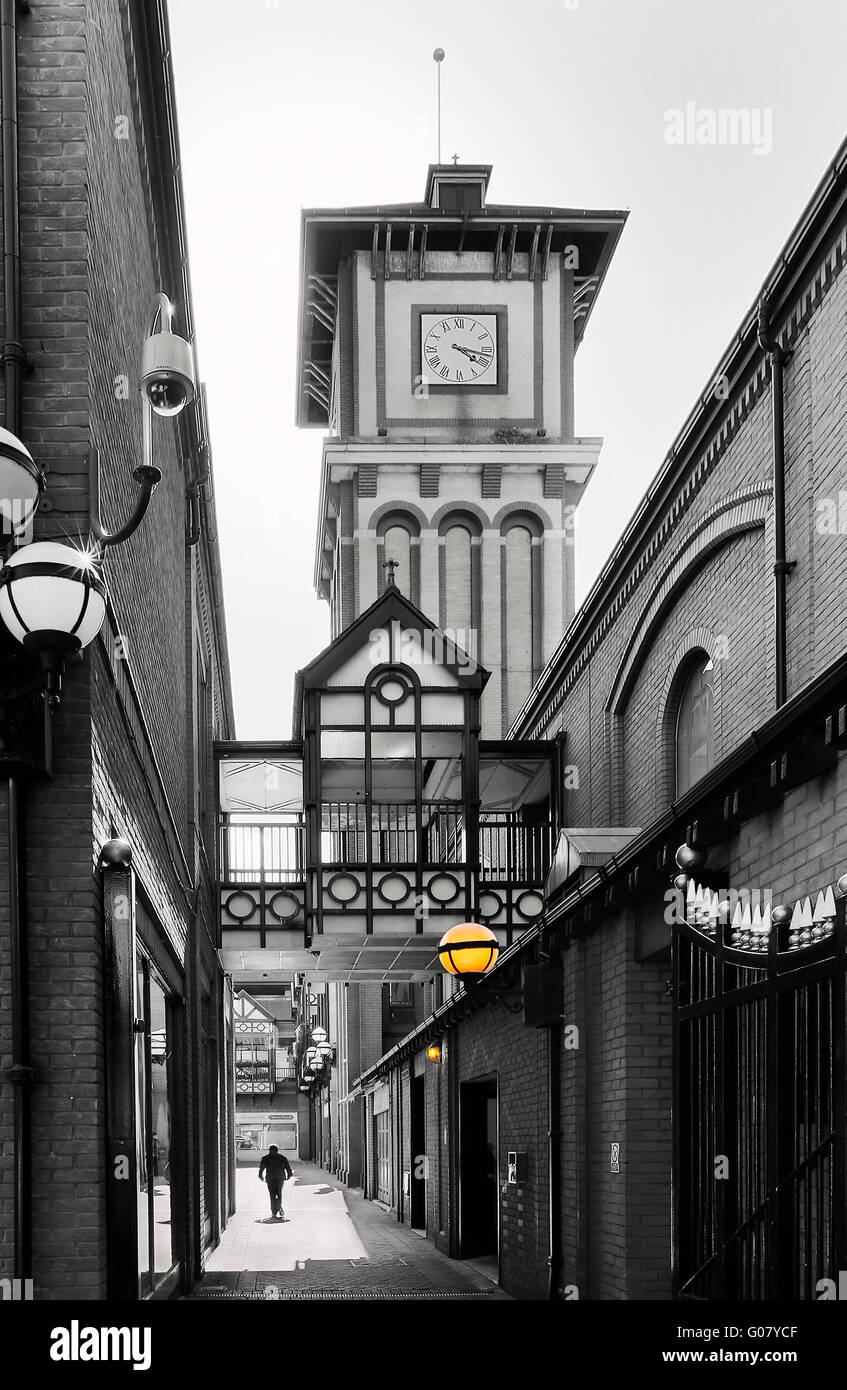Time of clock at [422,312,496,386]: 4:17
